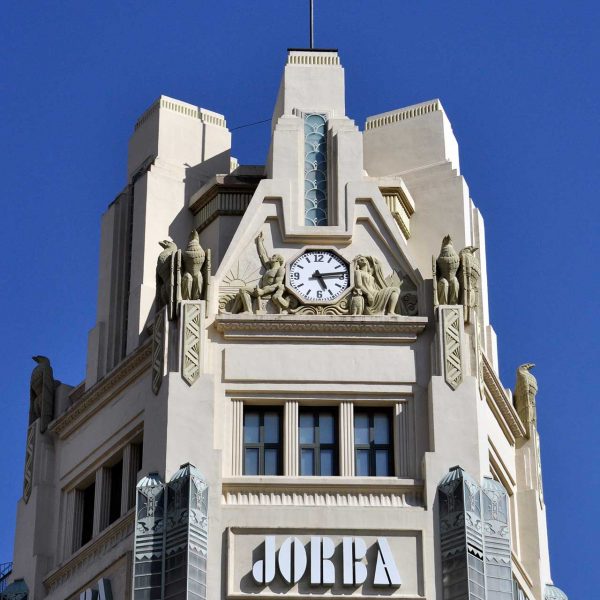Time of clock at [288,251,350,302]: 5:13
